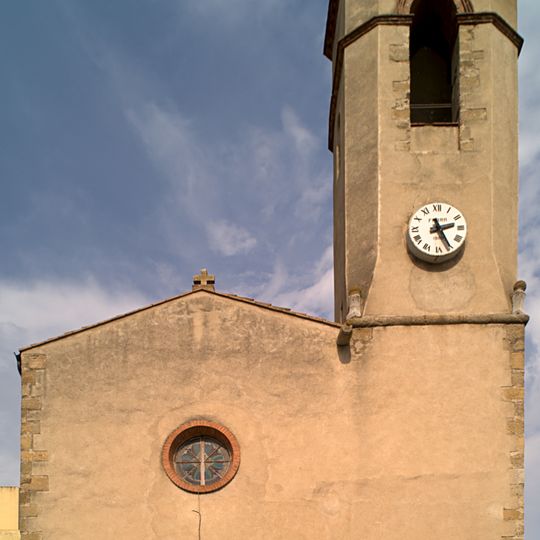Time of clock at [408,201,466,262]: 2:25
